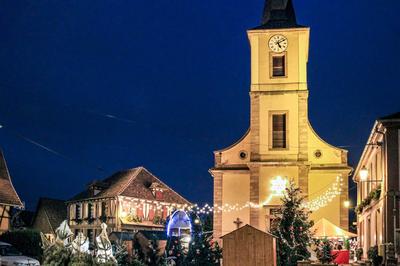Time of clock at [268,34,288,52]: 5:09
